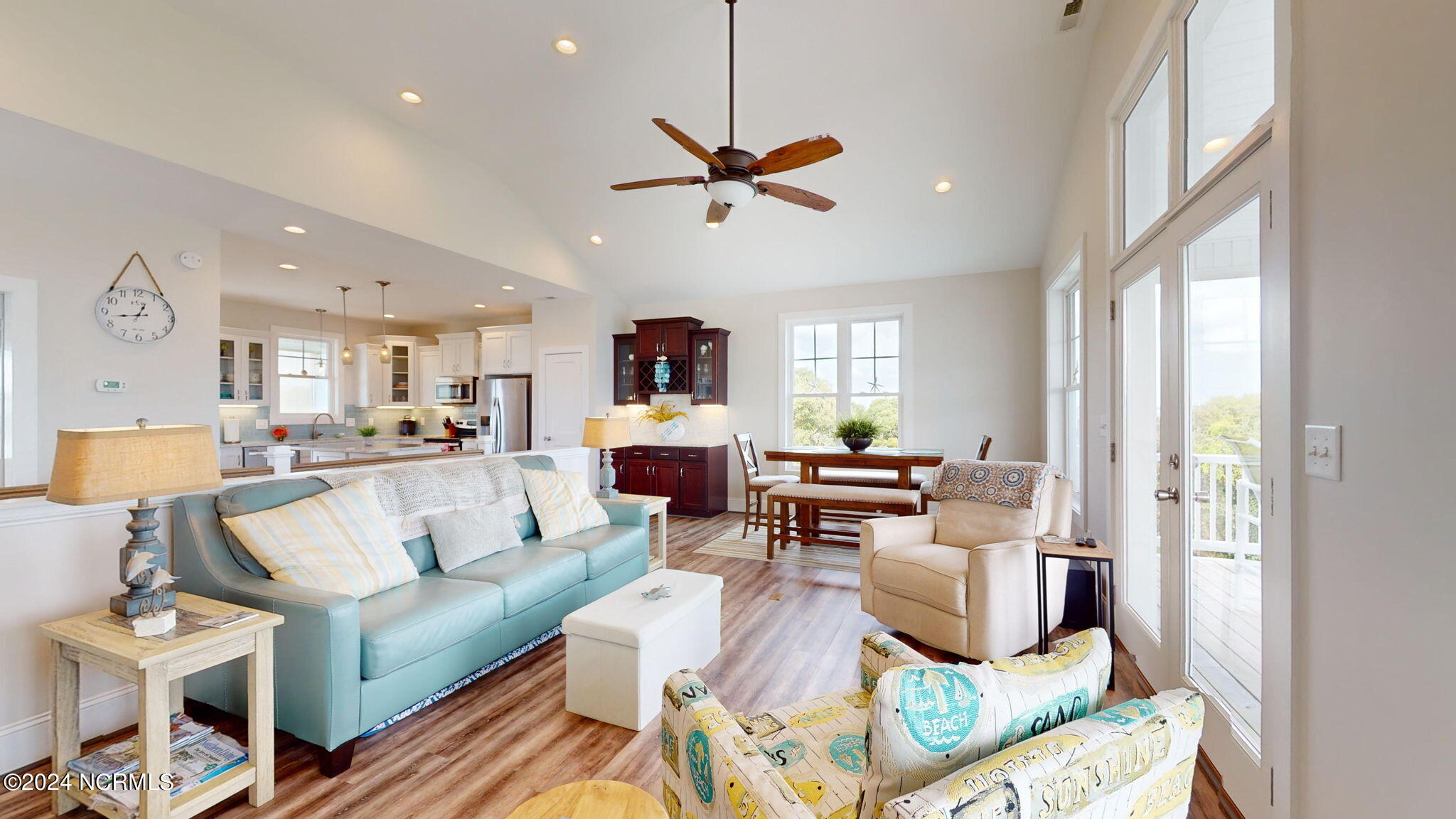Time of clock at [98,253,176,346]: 12:43
